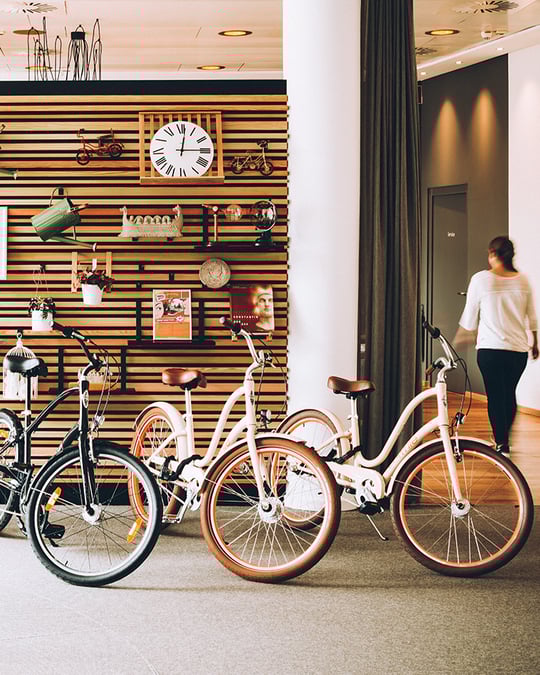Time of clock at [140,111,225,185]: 12:14
